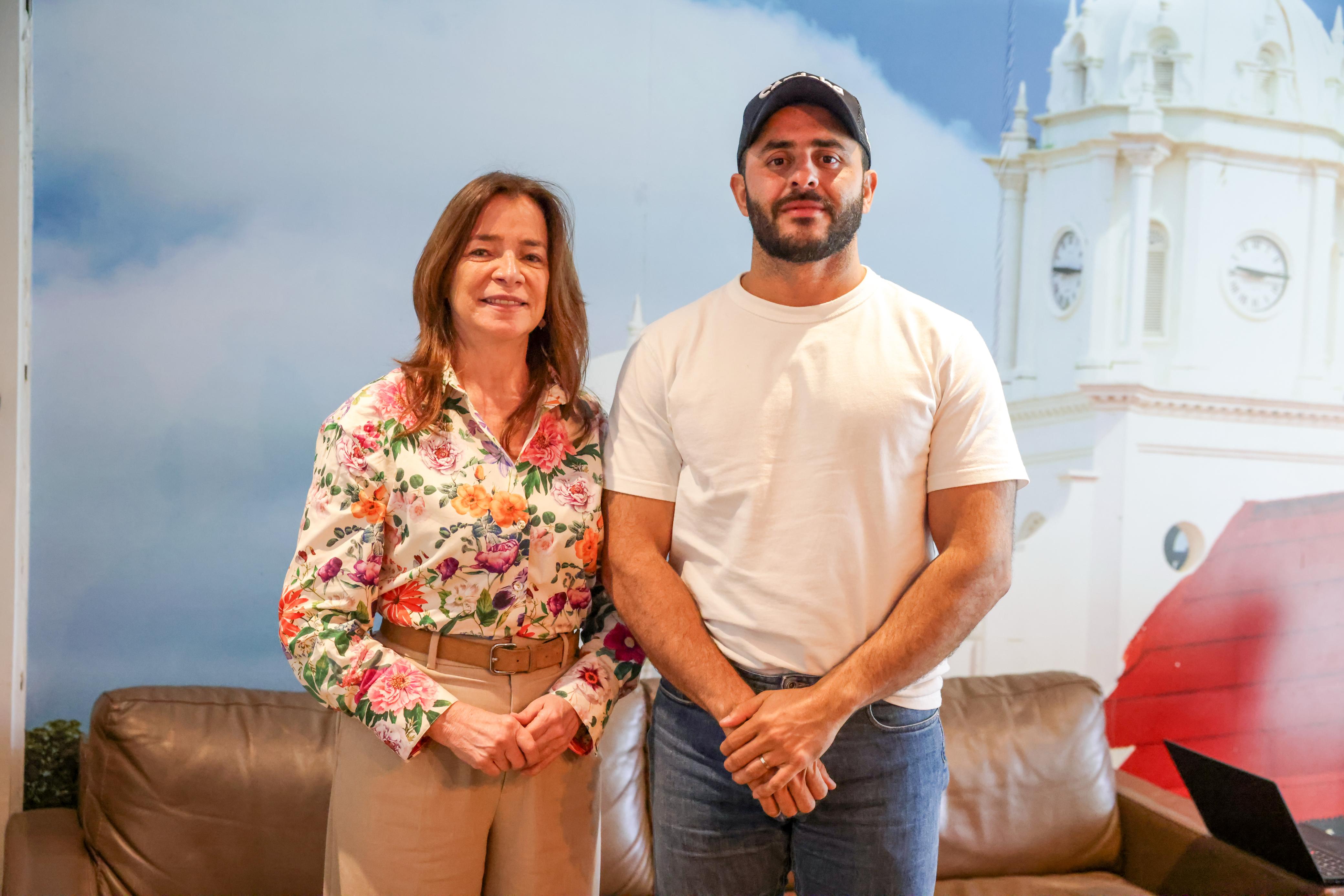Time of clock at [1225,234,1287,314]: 9:15
